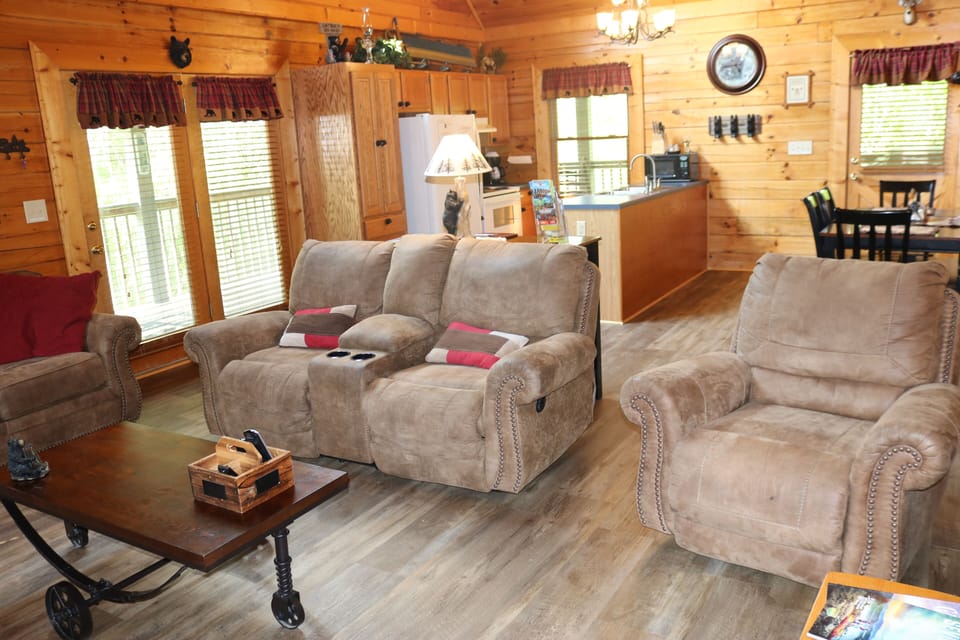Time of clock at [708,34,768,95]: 4:42
